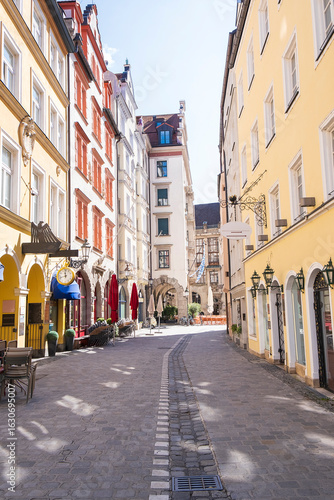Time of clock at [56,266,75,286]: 11:42
